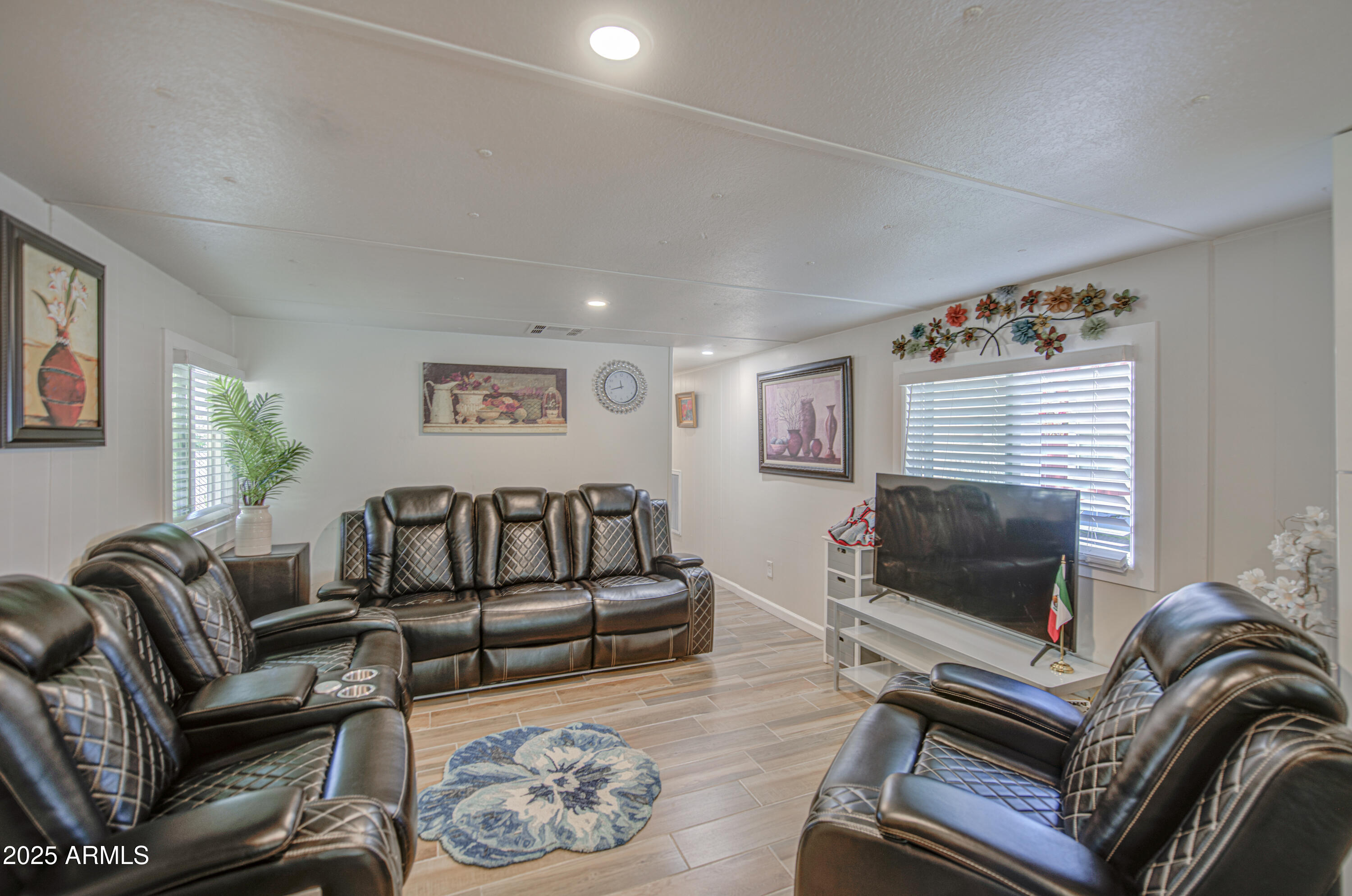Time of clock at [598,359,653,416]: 11:42
